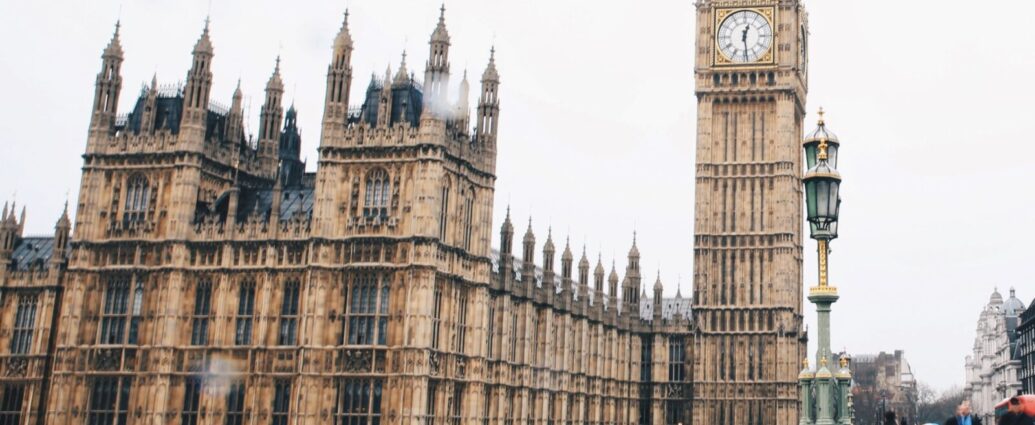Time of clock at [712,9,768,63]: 12:28
